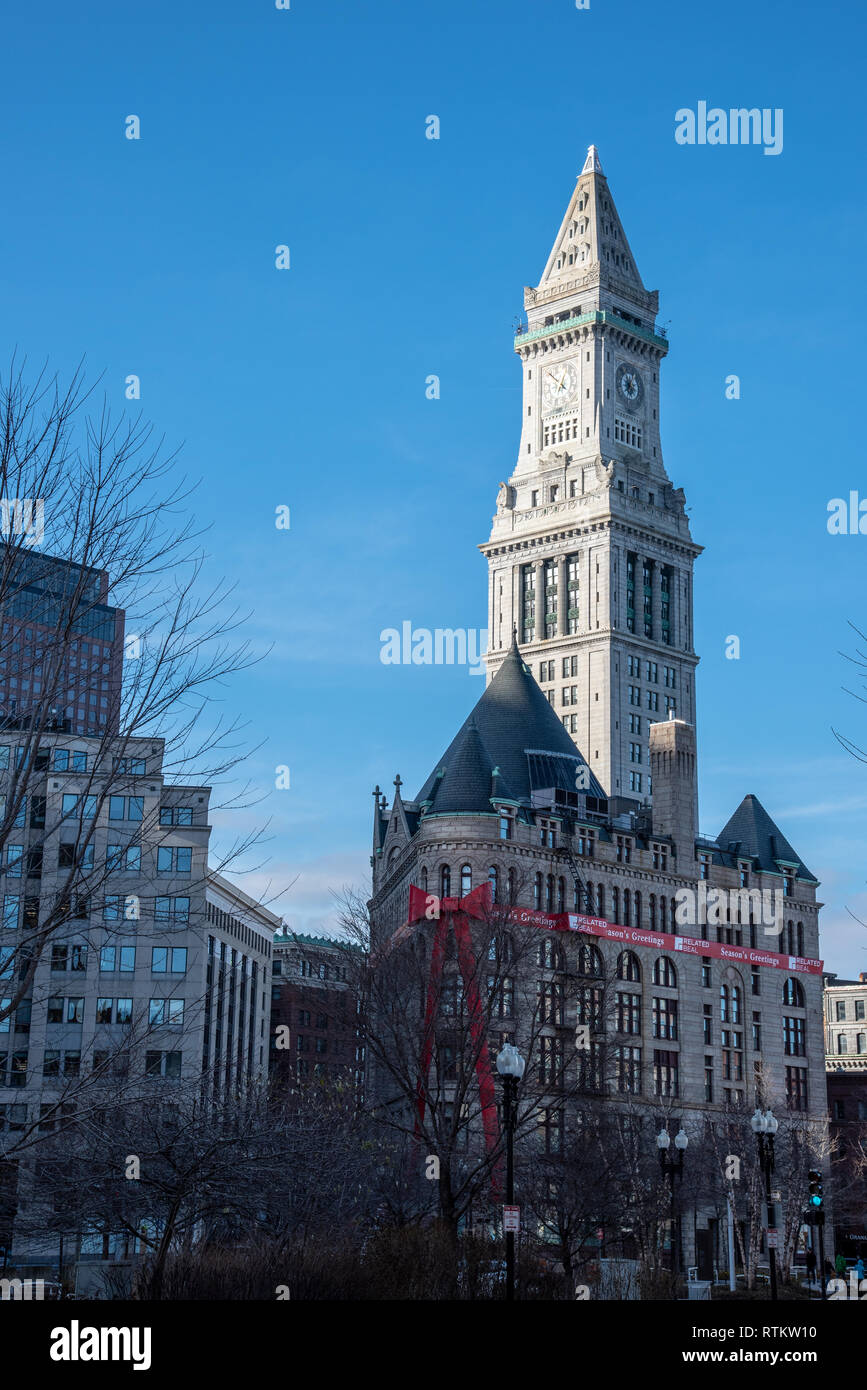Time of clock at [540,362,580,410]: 12:52
